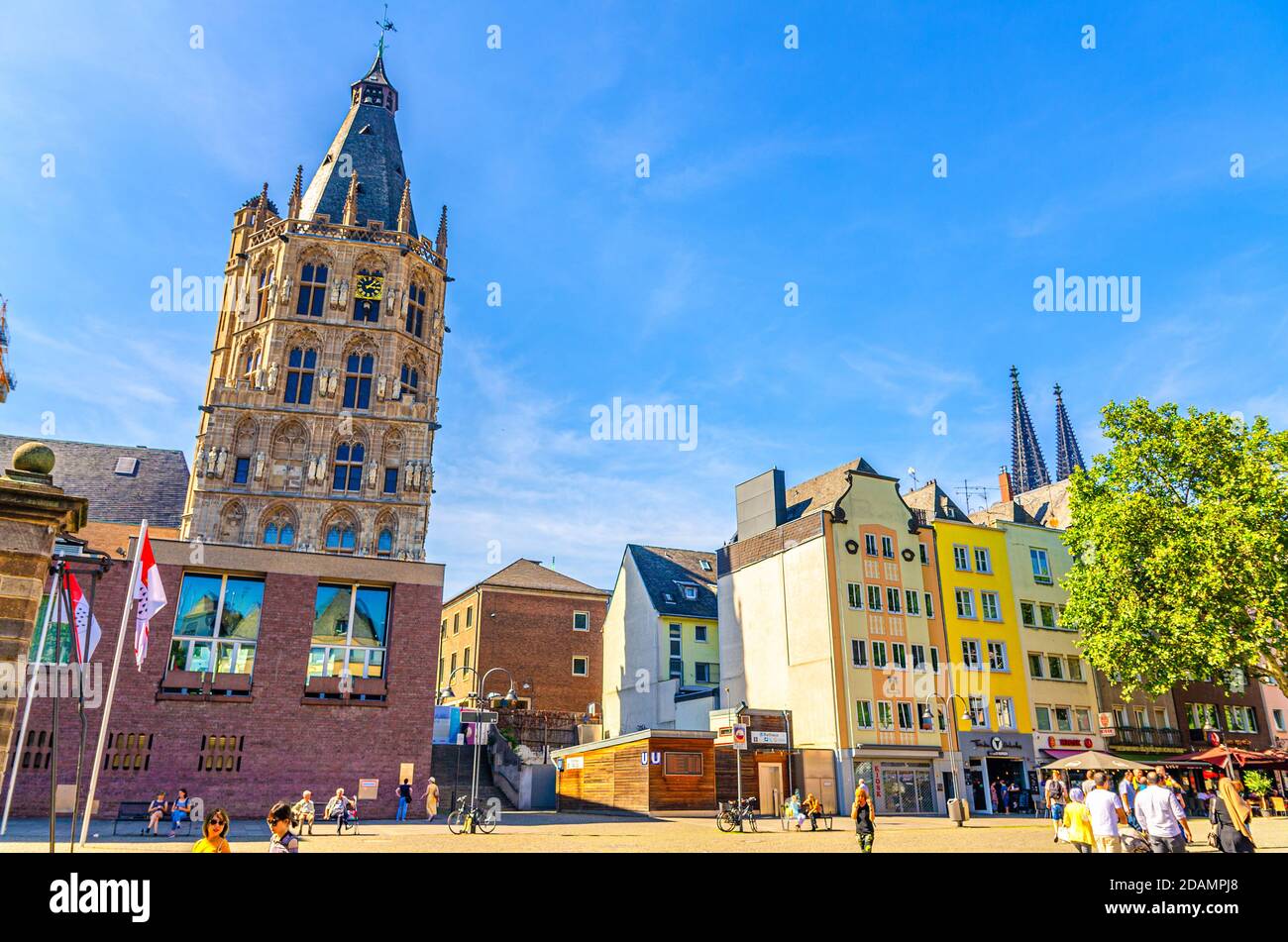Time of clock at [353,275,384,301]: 1:16
